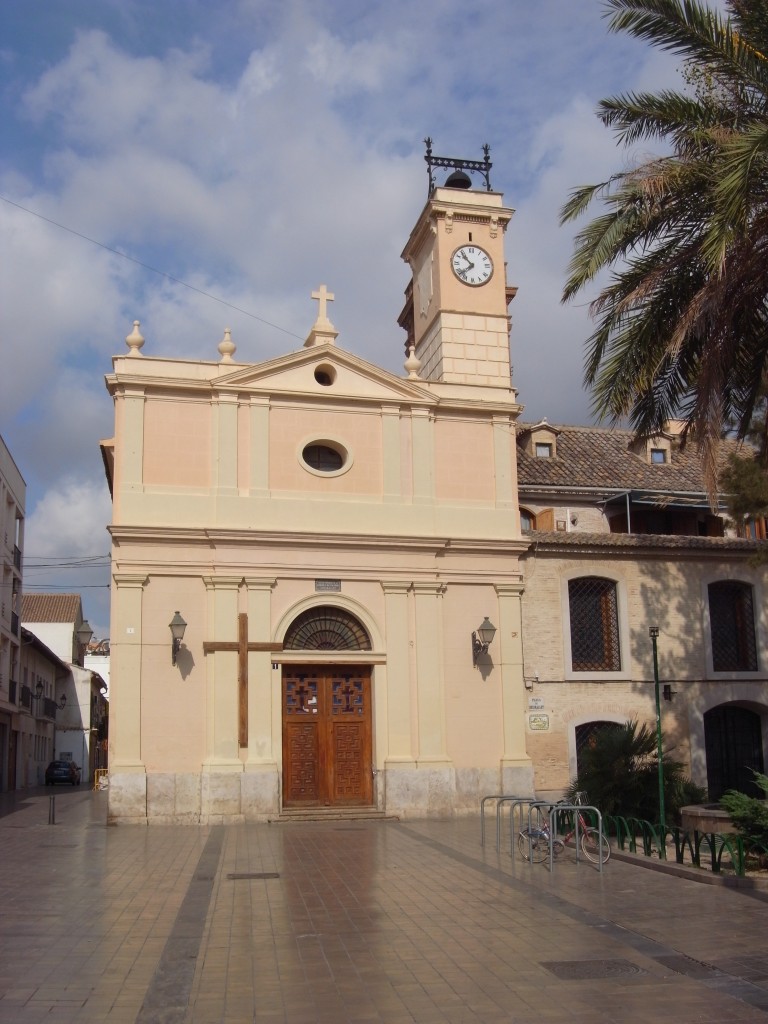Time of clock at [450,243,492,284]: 10:38
